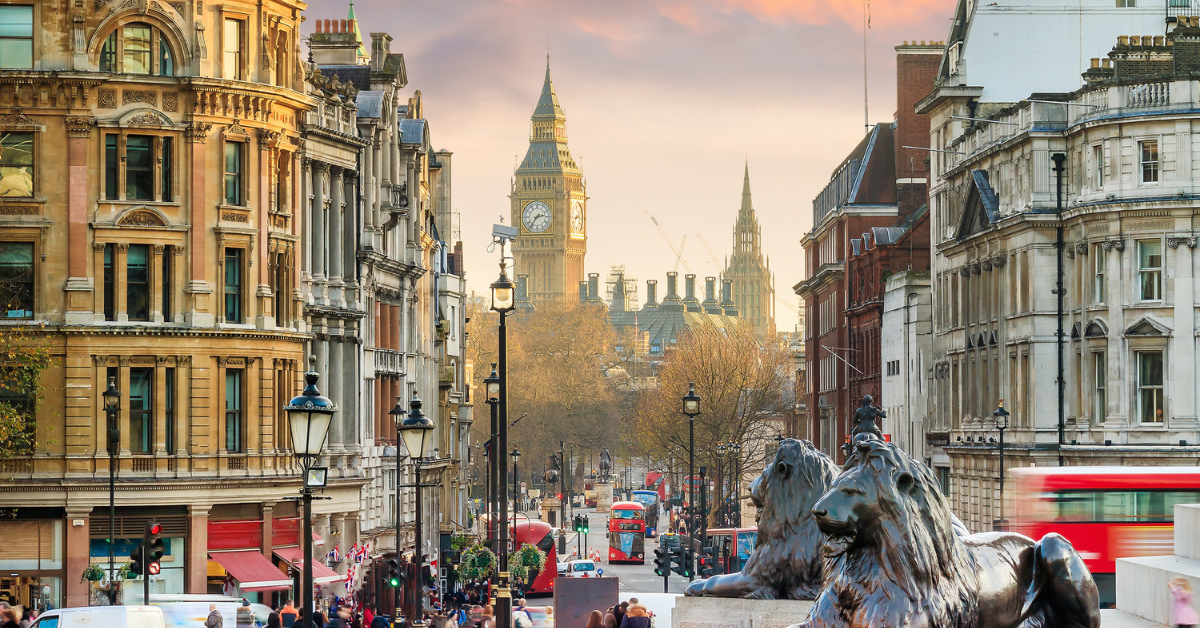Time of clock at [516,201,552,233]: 2:36
